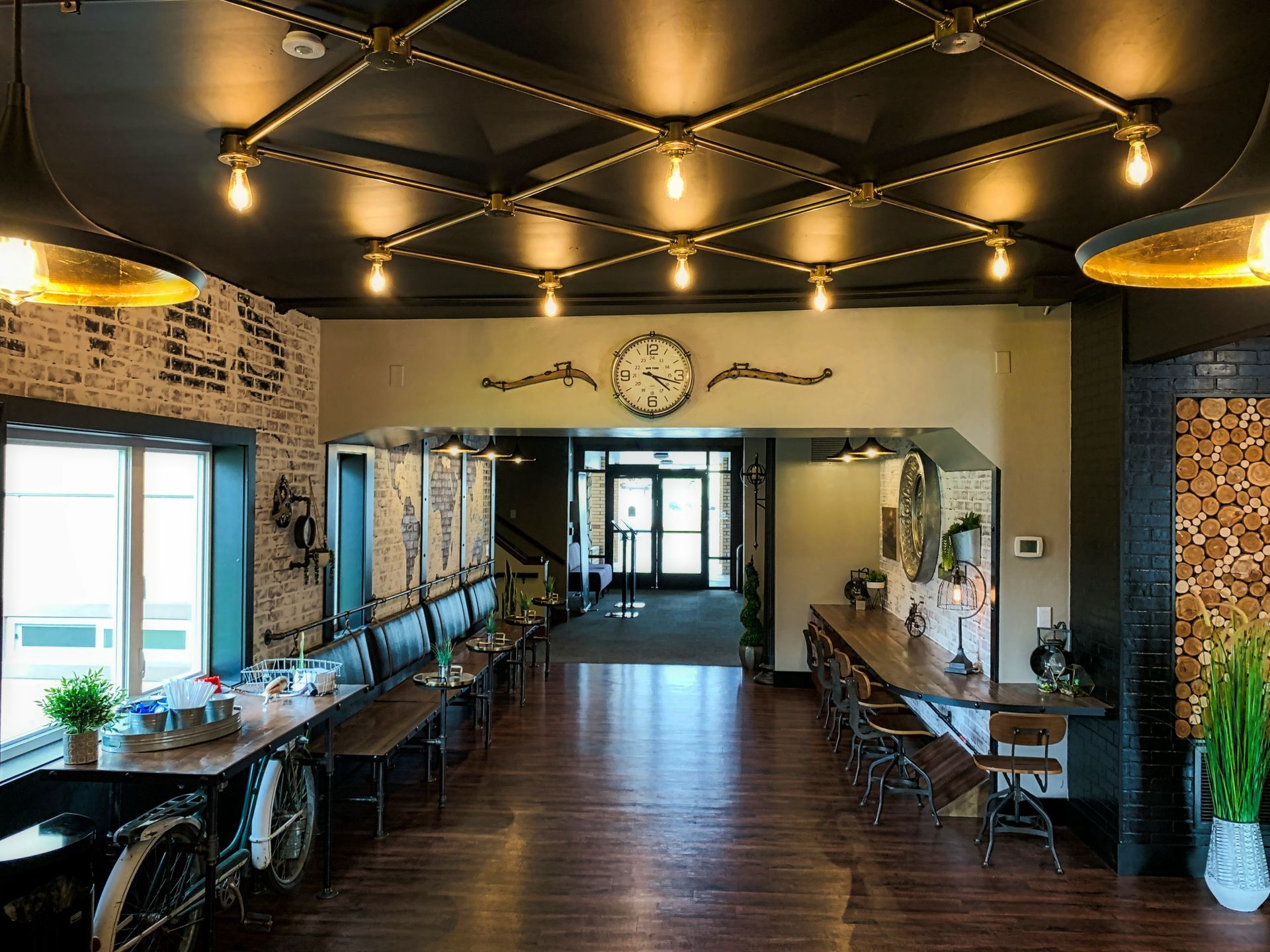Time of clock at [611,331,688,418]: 4:17
